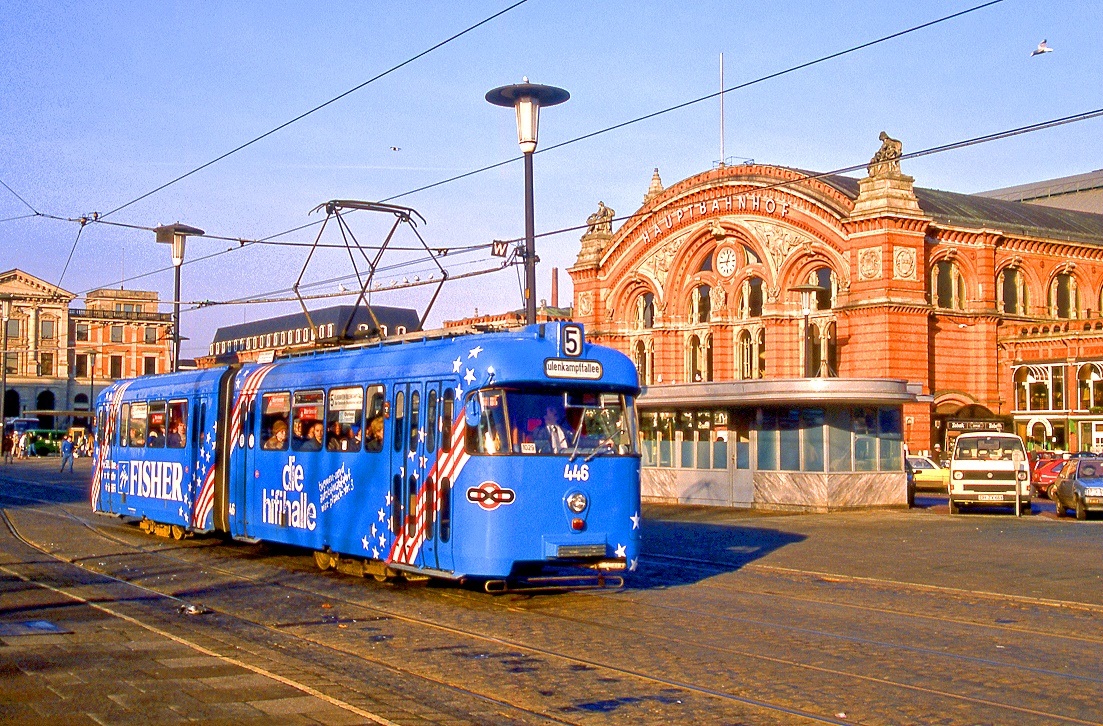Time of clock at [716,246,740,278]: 12:45
